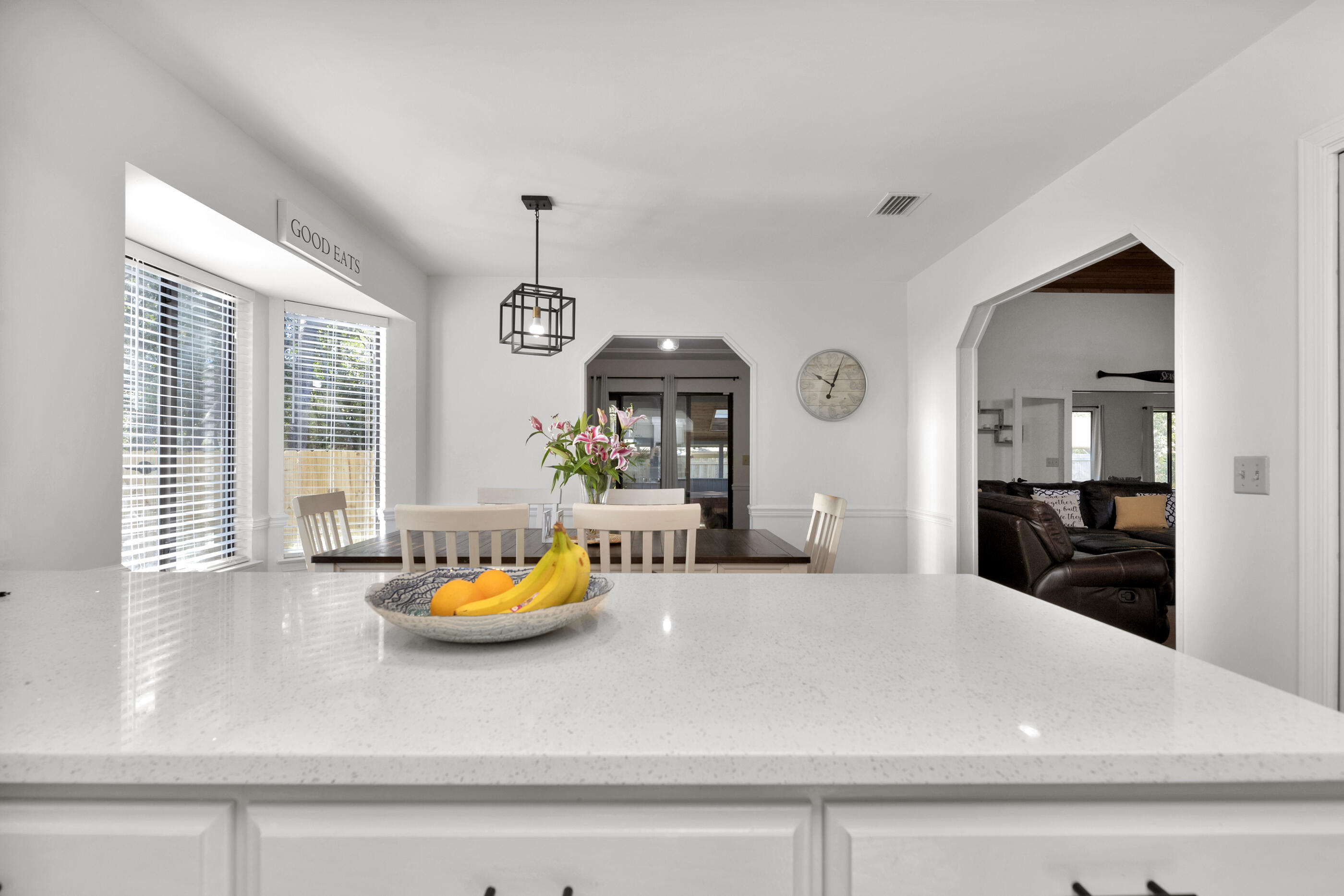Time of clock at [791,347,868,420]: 10:04
